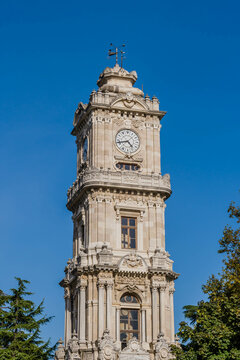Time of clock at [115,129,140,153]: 4:42
